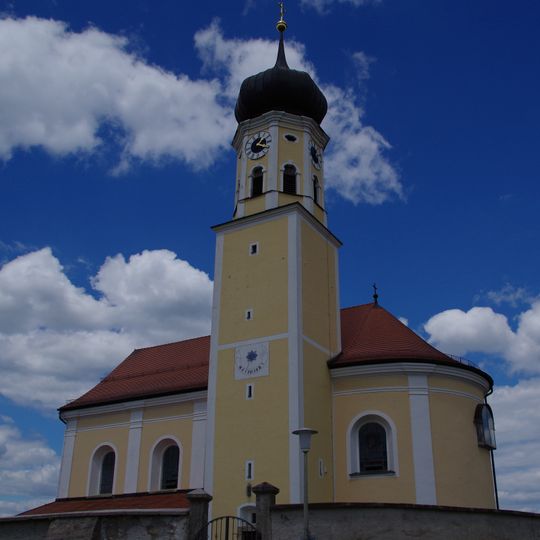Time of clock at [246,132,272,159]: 1:18
